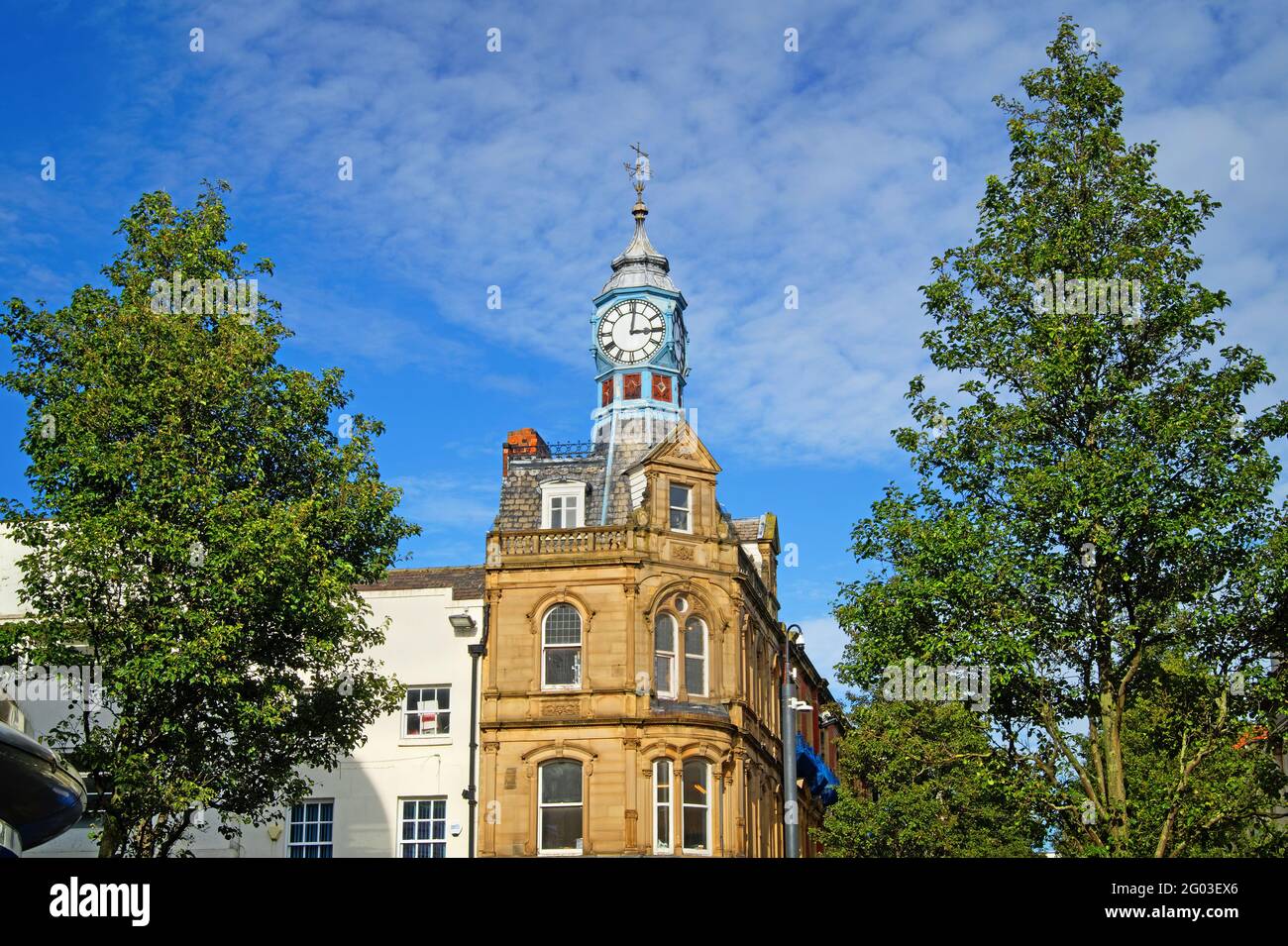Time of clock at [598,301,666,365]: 3:01
